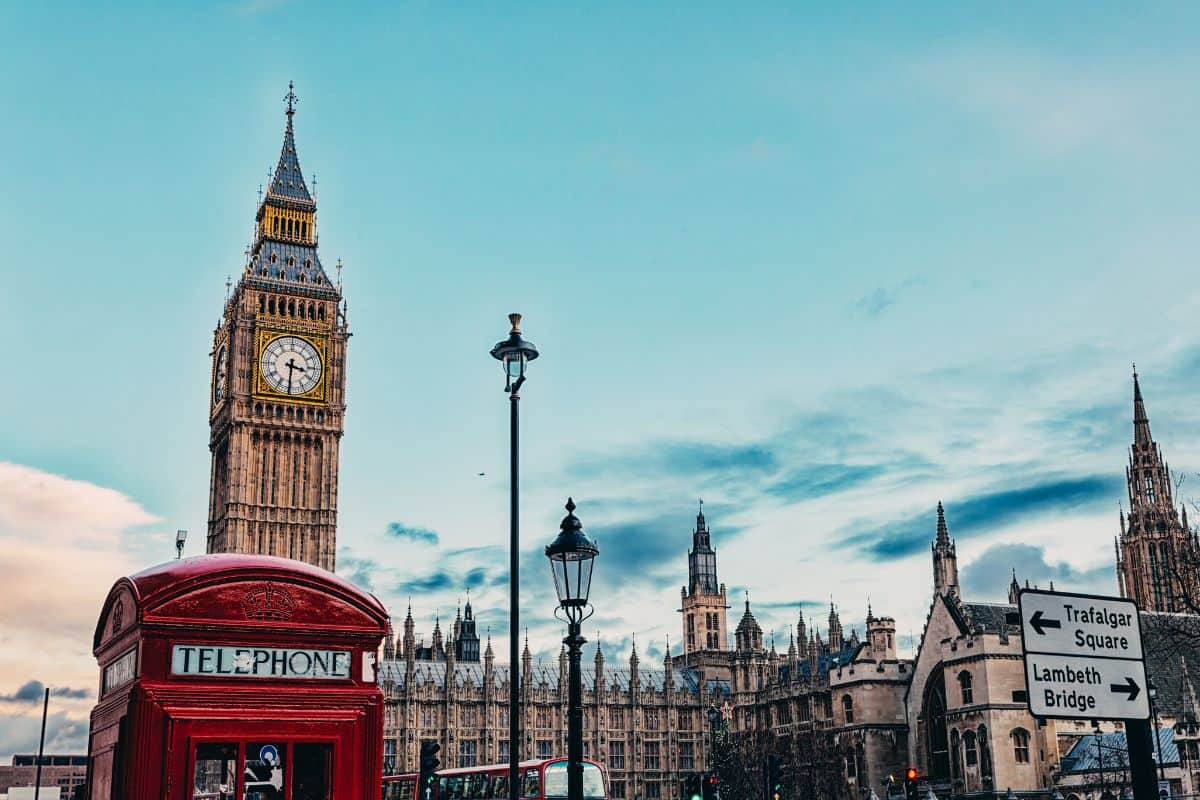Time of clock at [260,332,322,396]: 3:30
